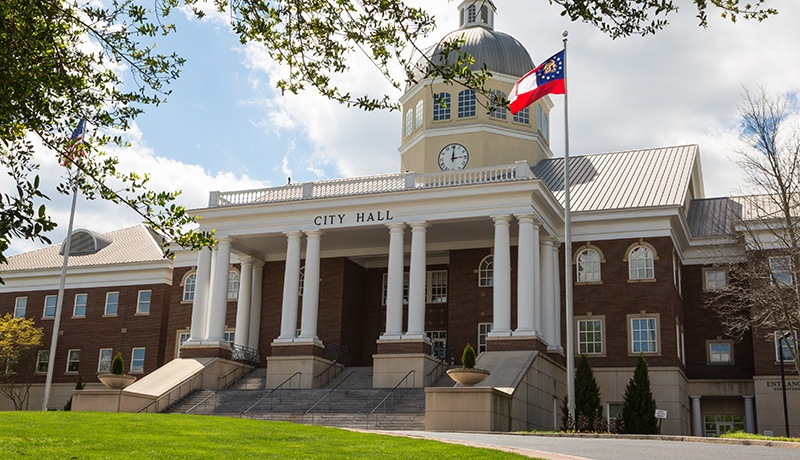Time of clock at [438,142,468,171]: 3:00
